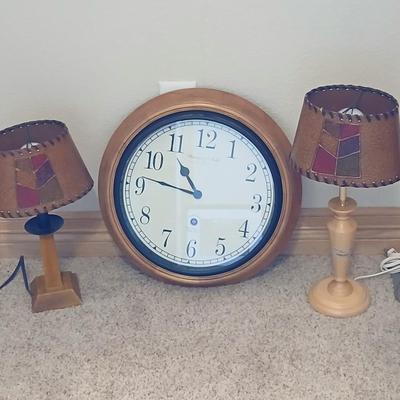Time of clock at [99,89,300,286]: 10:46
